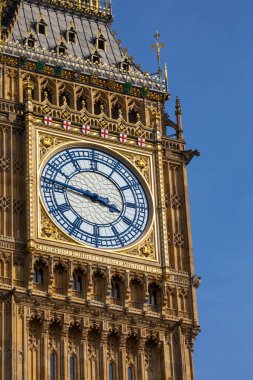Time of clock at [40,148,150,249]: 3:46
